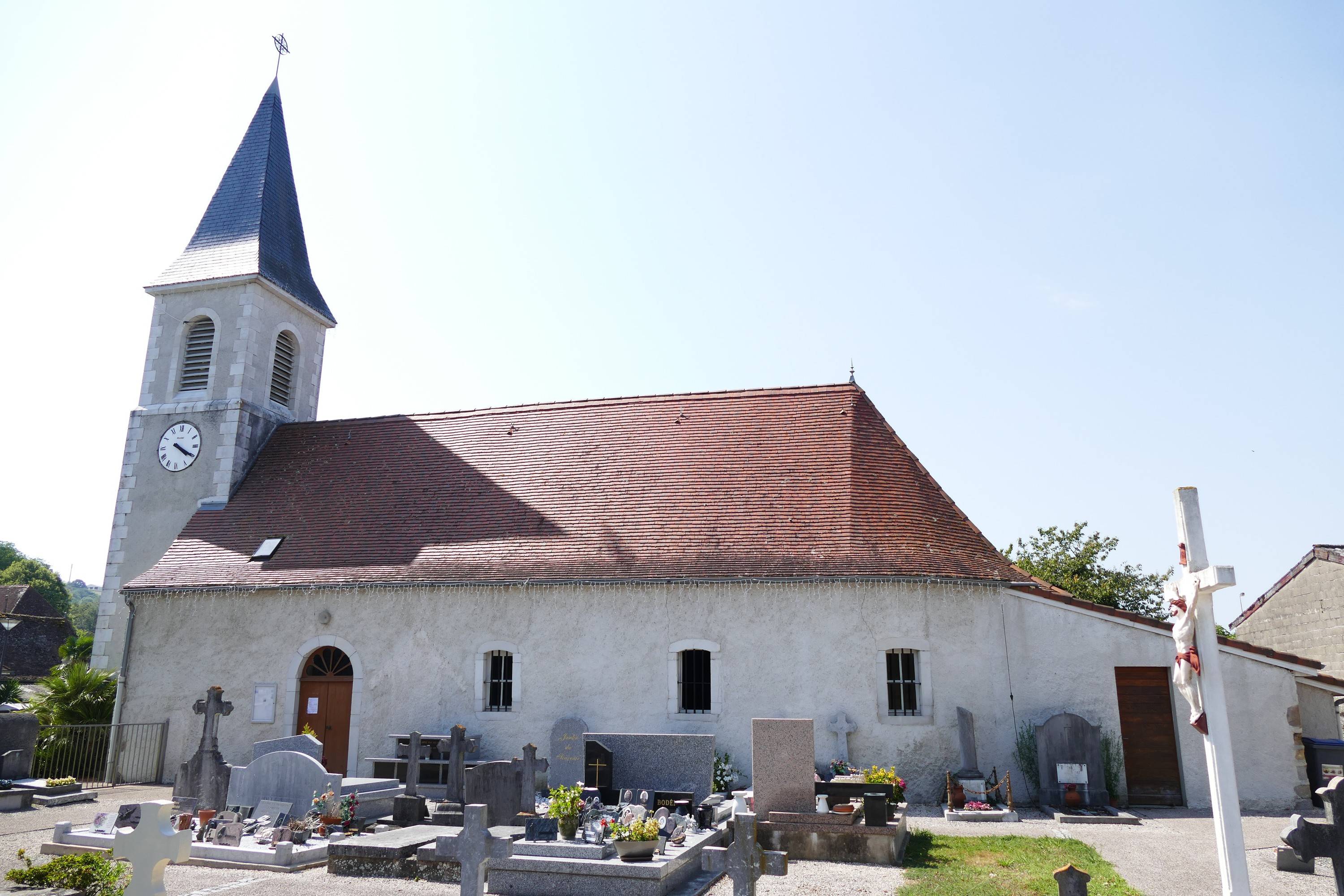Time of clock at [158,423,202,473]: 4:19
